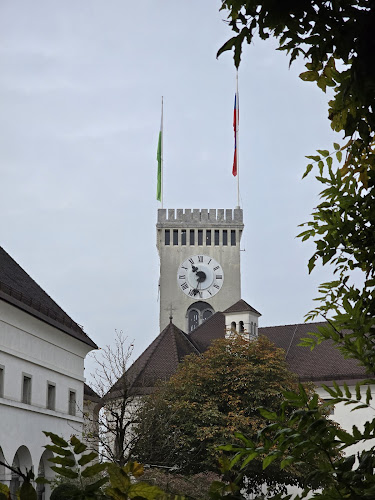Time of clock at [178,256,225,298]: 10:33
